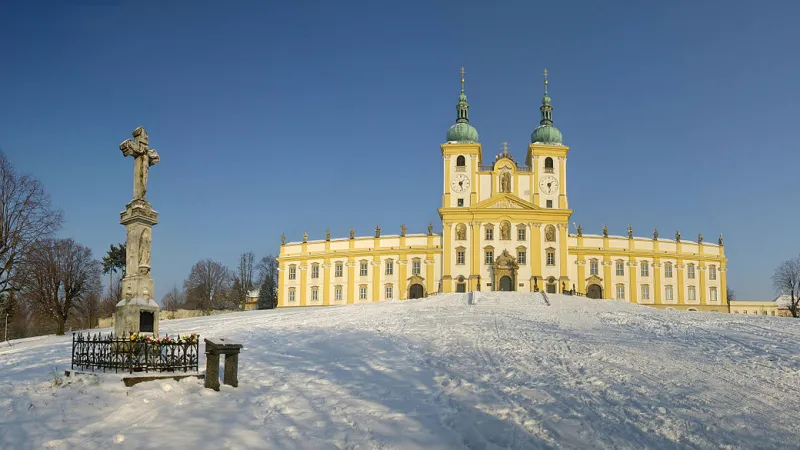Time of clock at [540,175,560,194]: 1:28
